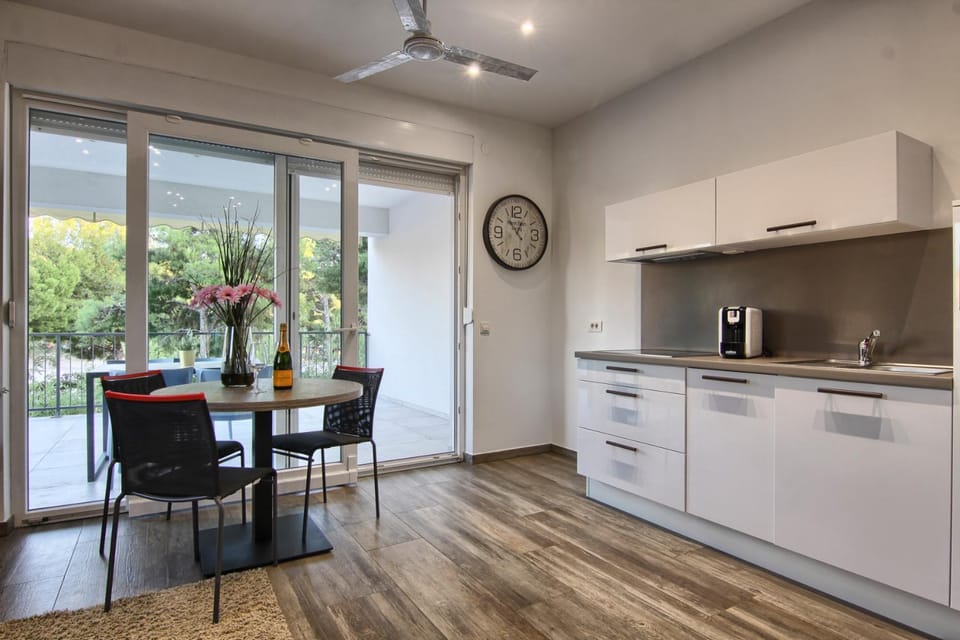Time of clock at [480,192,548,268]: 12:53
